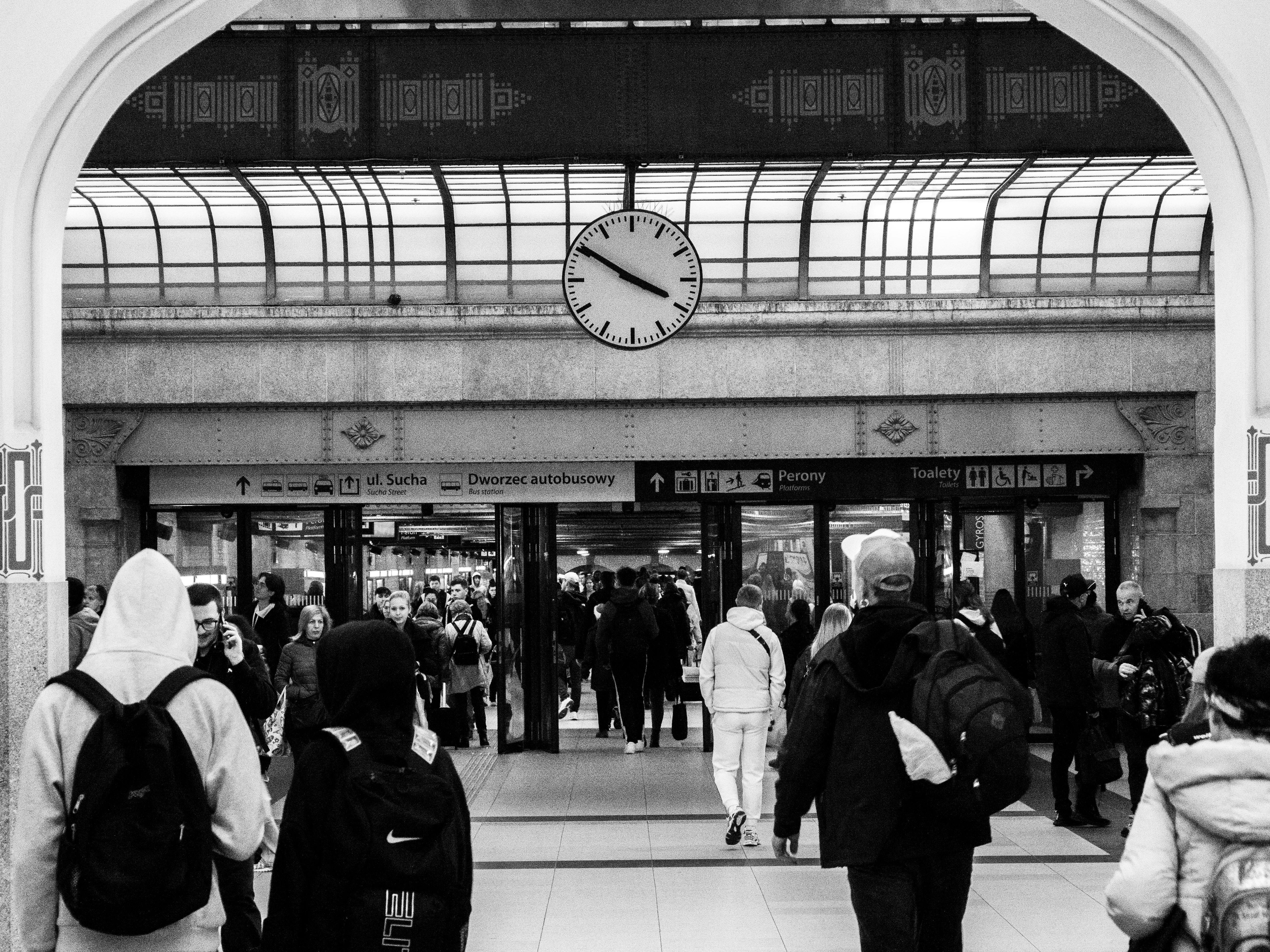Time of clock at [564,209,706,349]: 3:50
